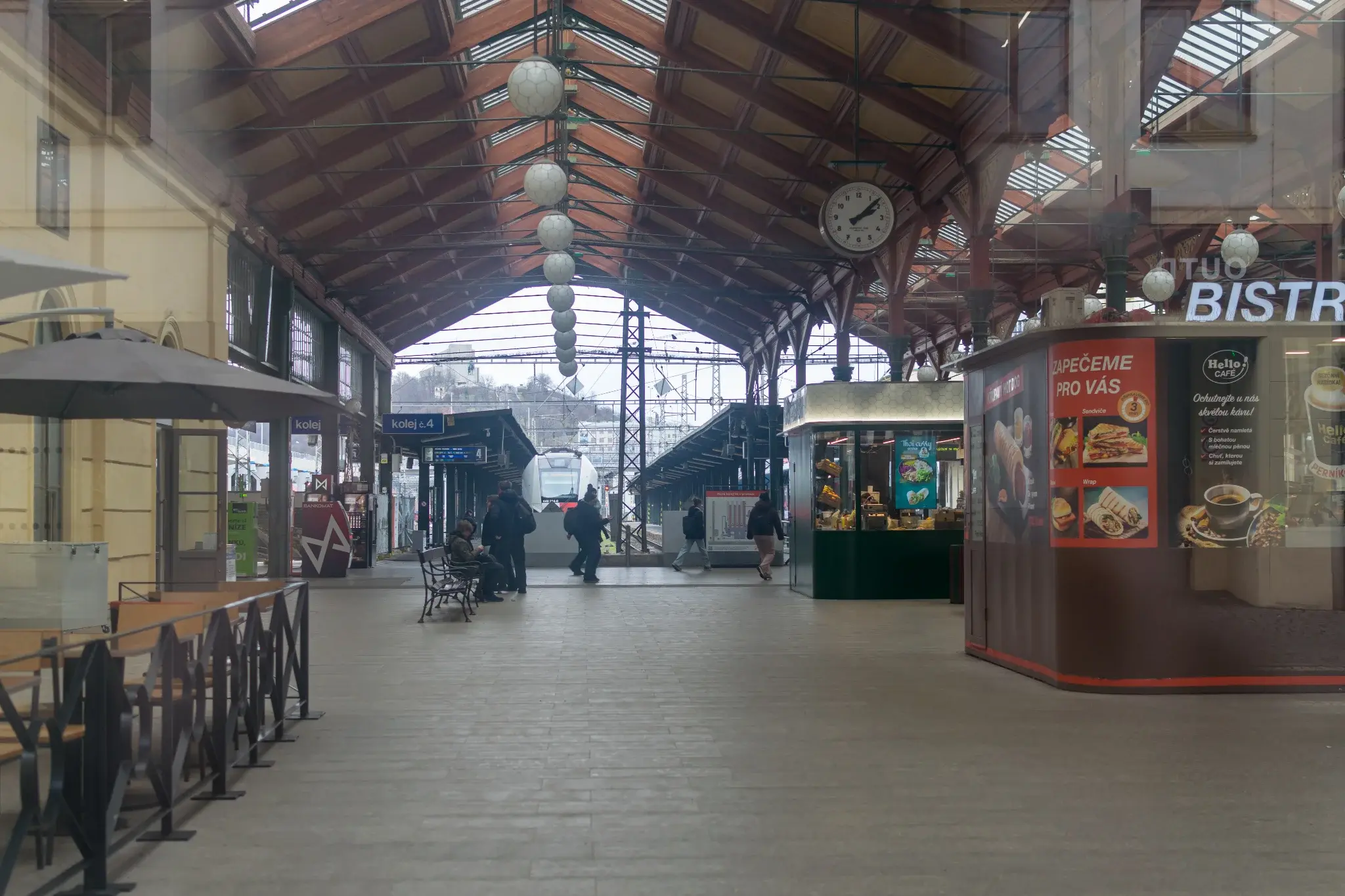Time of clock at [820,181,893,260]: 2:07
